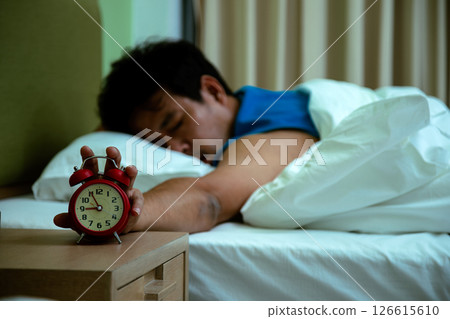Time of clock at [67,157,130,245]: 8:55
